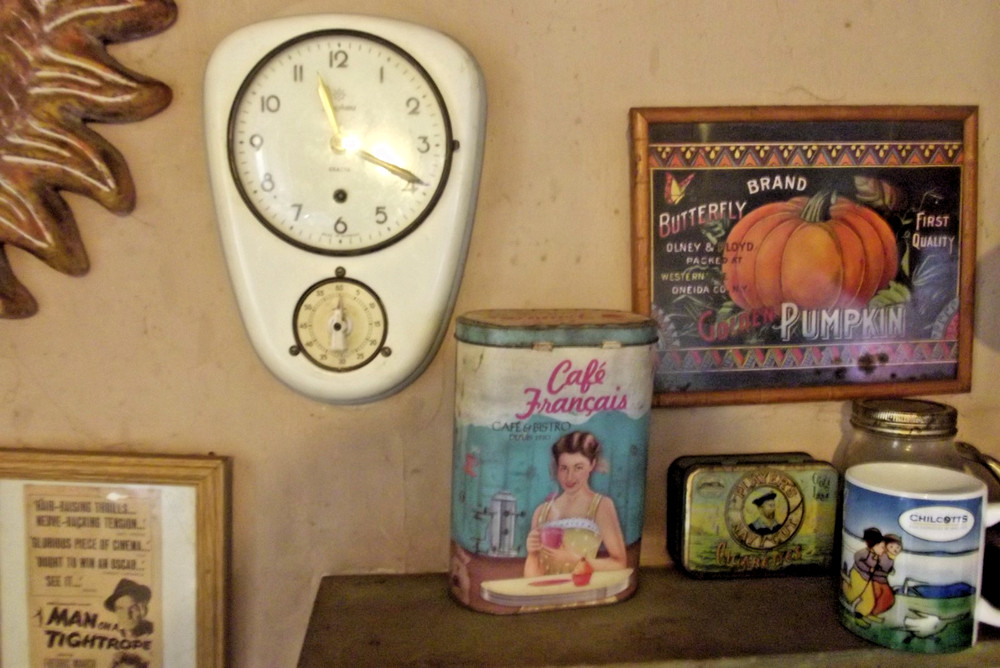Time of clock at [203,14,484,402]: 11:19
